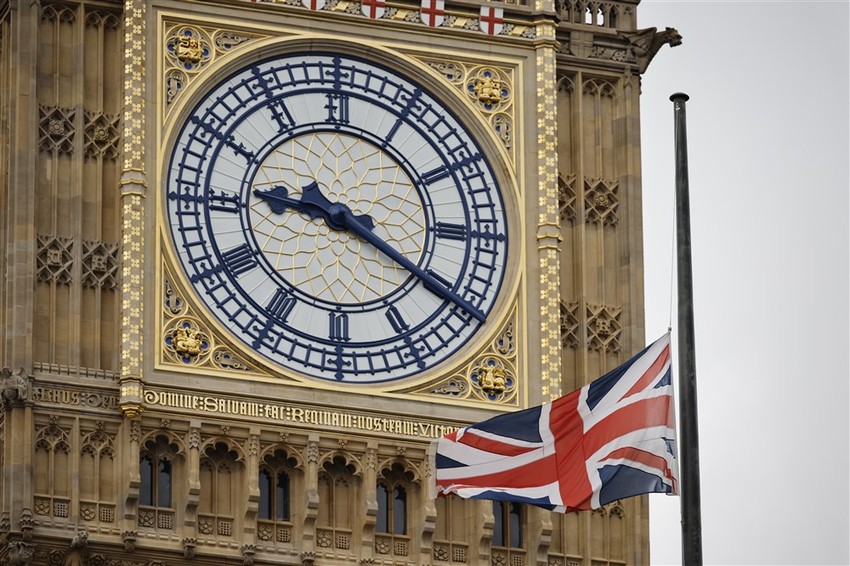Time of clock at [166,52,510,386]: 9:20
